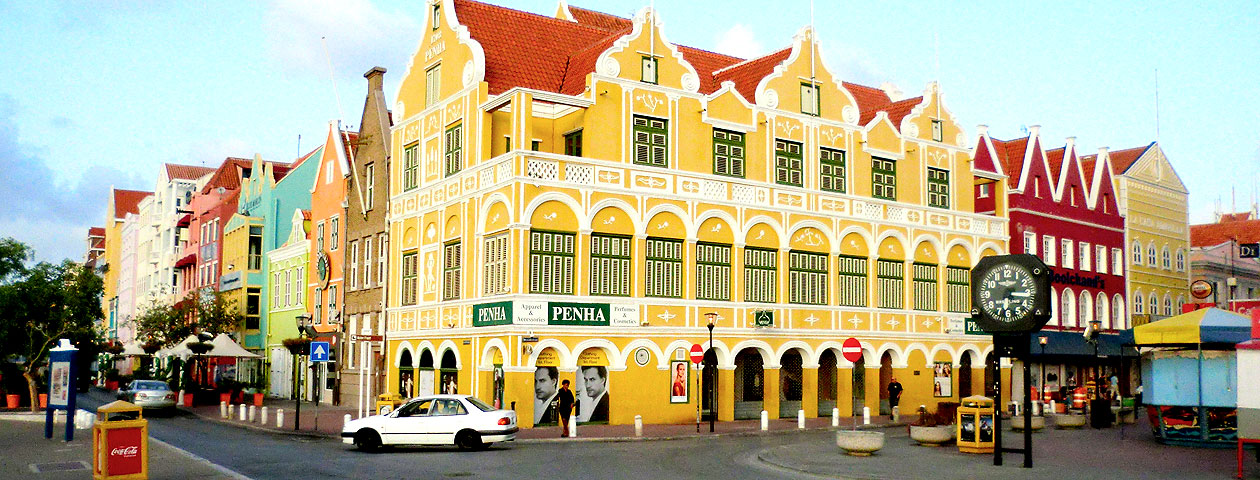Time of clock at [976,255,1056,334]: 6:15
